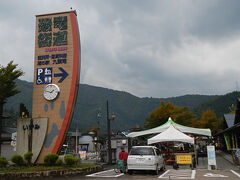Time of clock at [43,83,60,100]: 1:47
